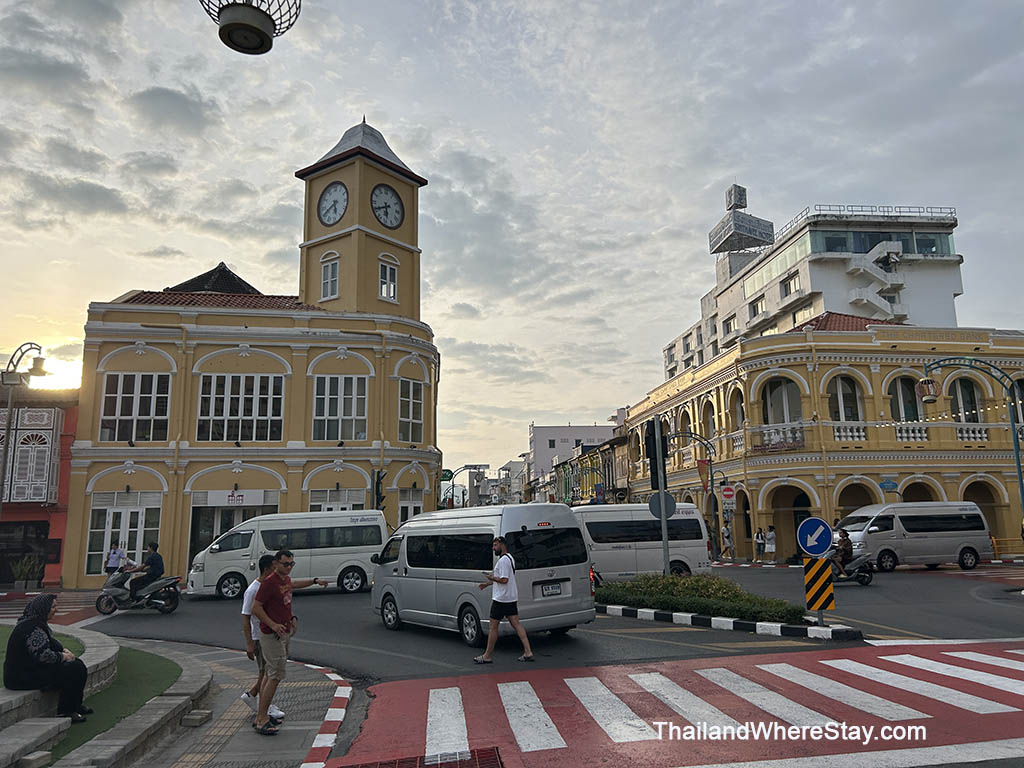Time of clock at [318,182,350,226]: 5:40
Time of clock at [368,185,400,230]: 5:40
